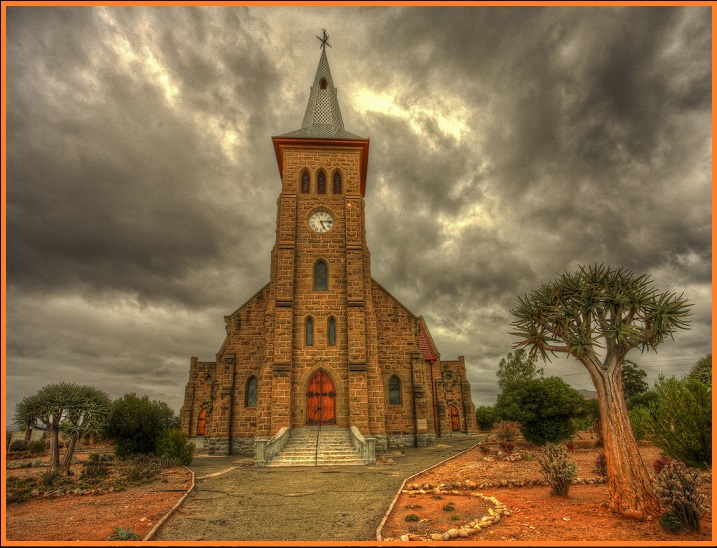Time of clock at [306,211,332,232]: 5:13
